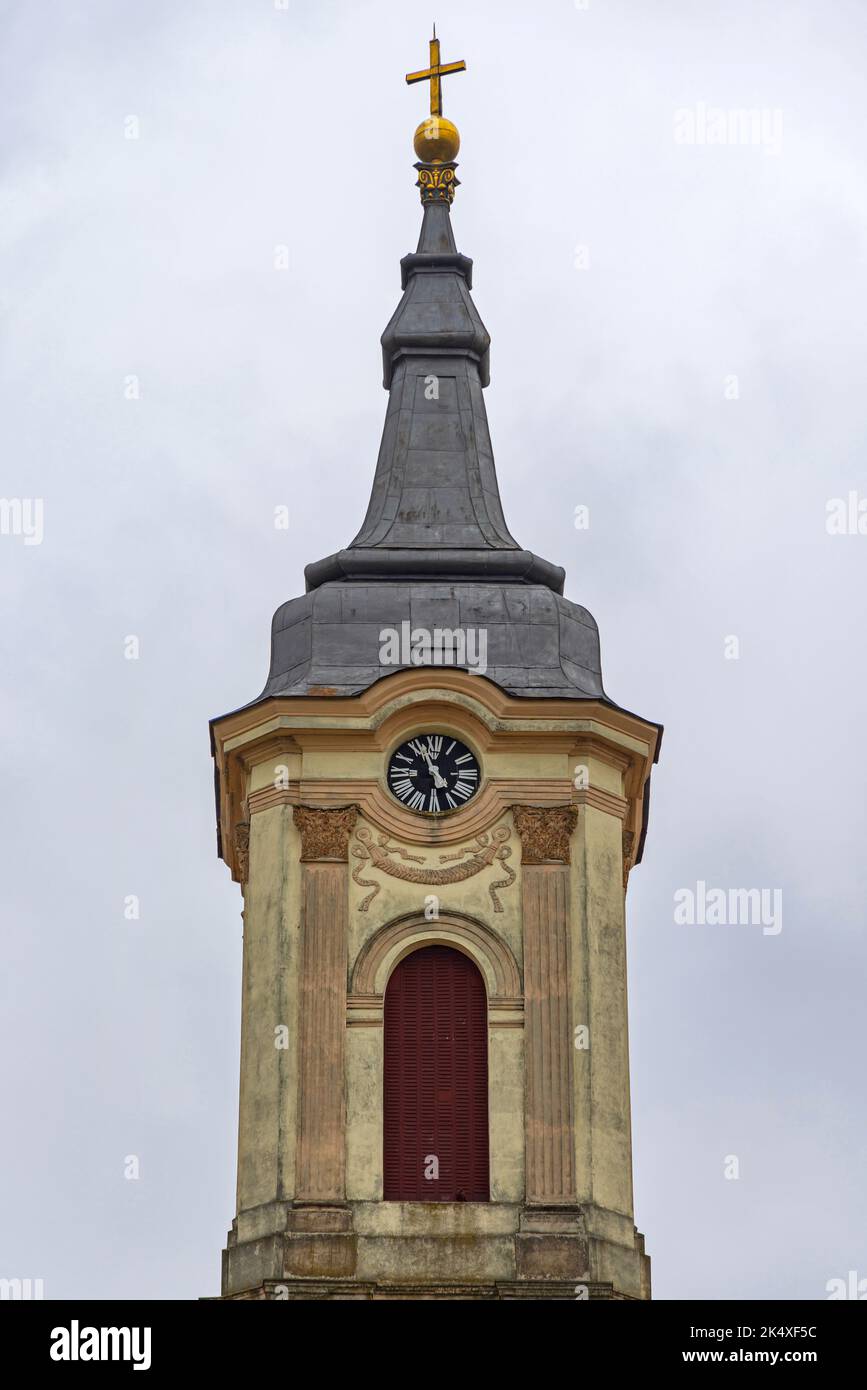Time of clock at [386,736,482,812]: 4:56
